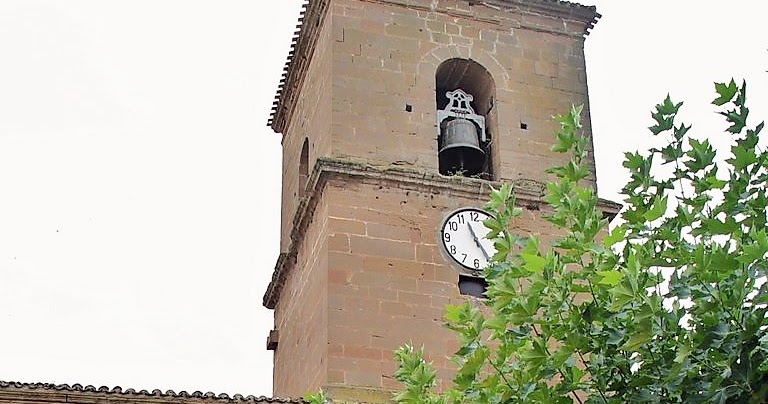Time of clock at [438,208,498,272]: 11:24
